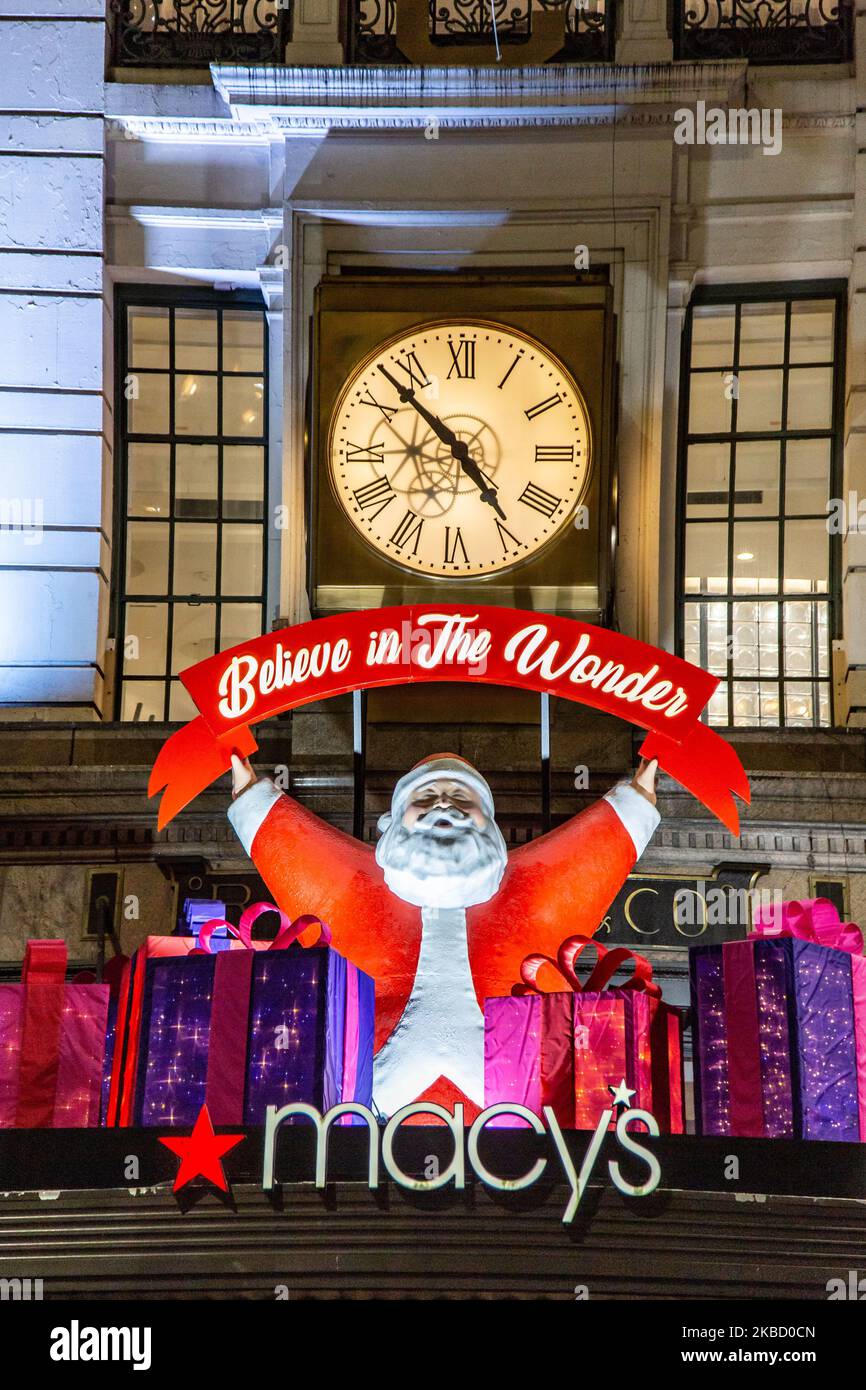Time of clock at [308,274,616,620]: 4:52
